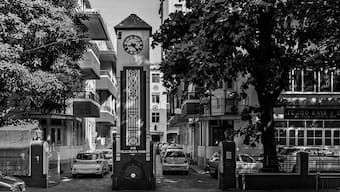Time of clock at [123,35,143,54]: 4:42
